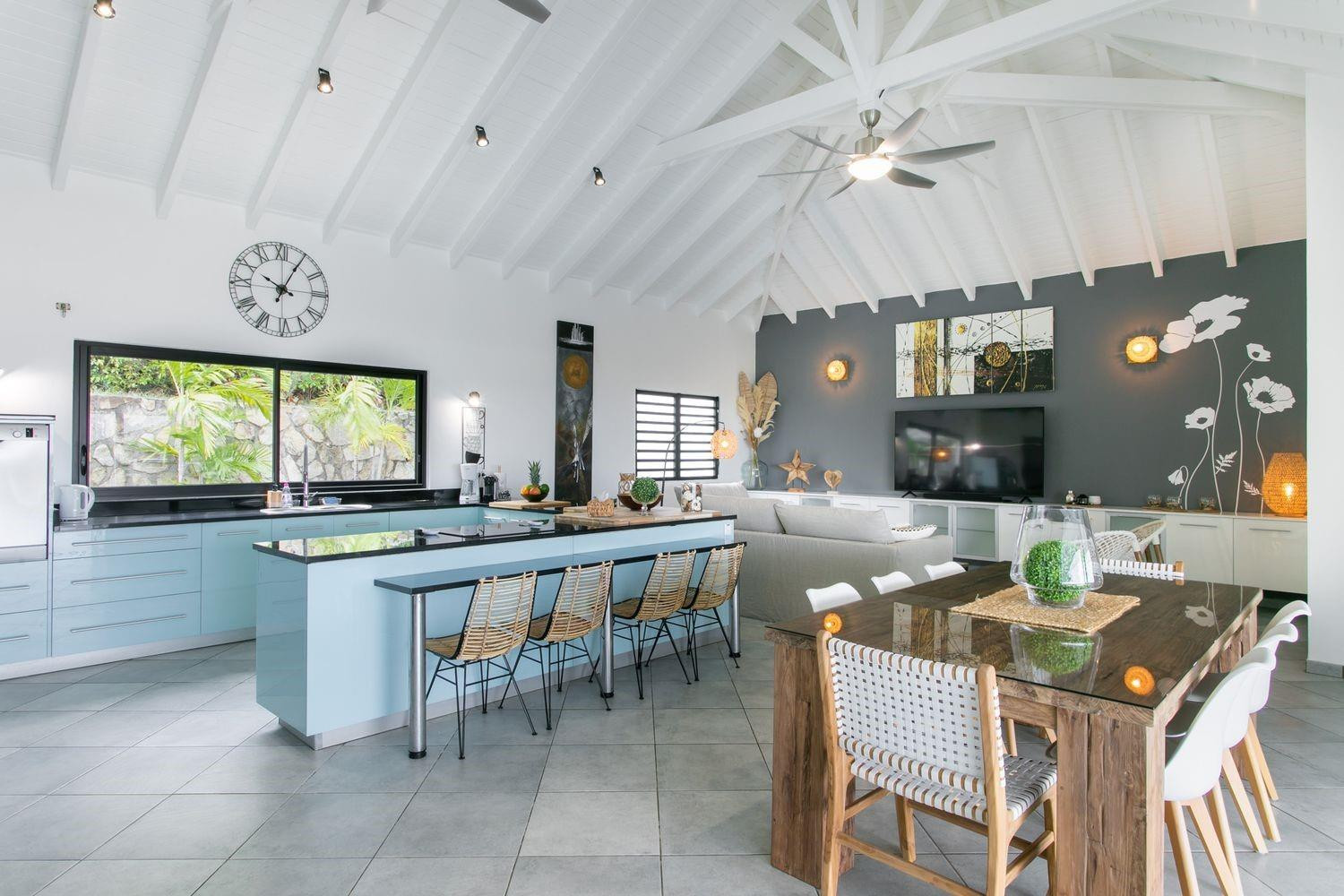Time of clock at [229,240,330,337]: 10:04
